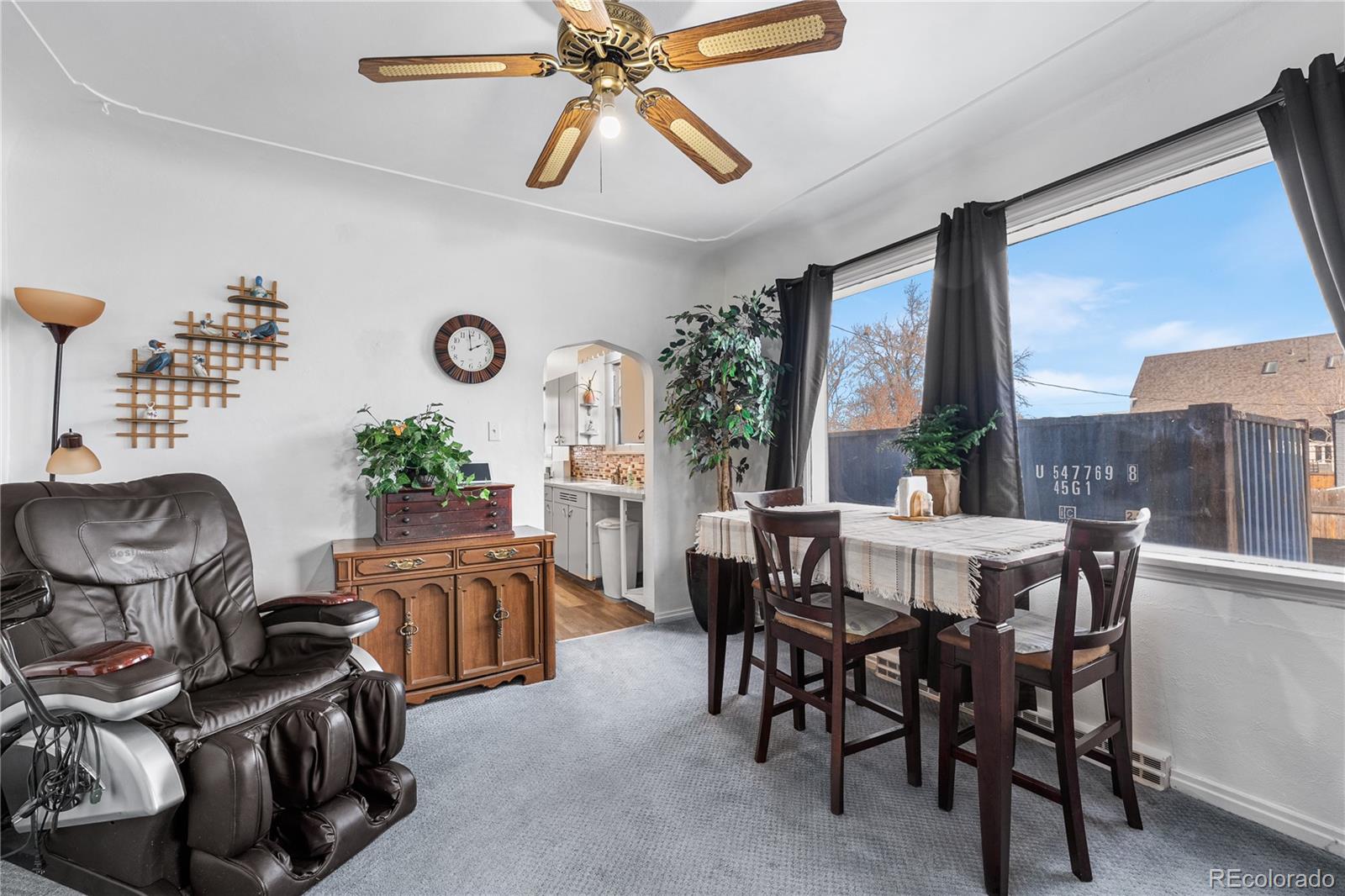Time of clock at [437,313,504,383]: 1:59
